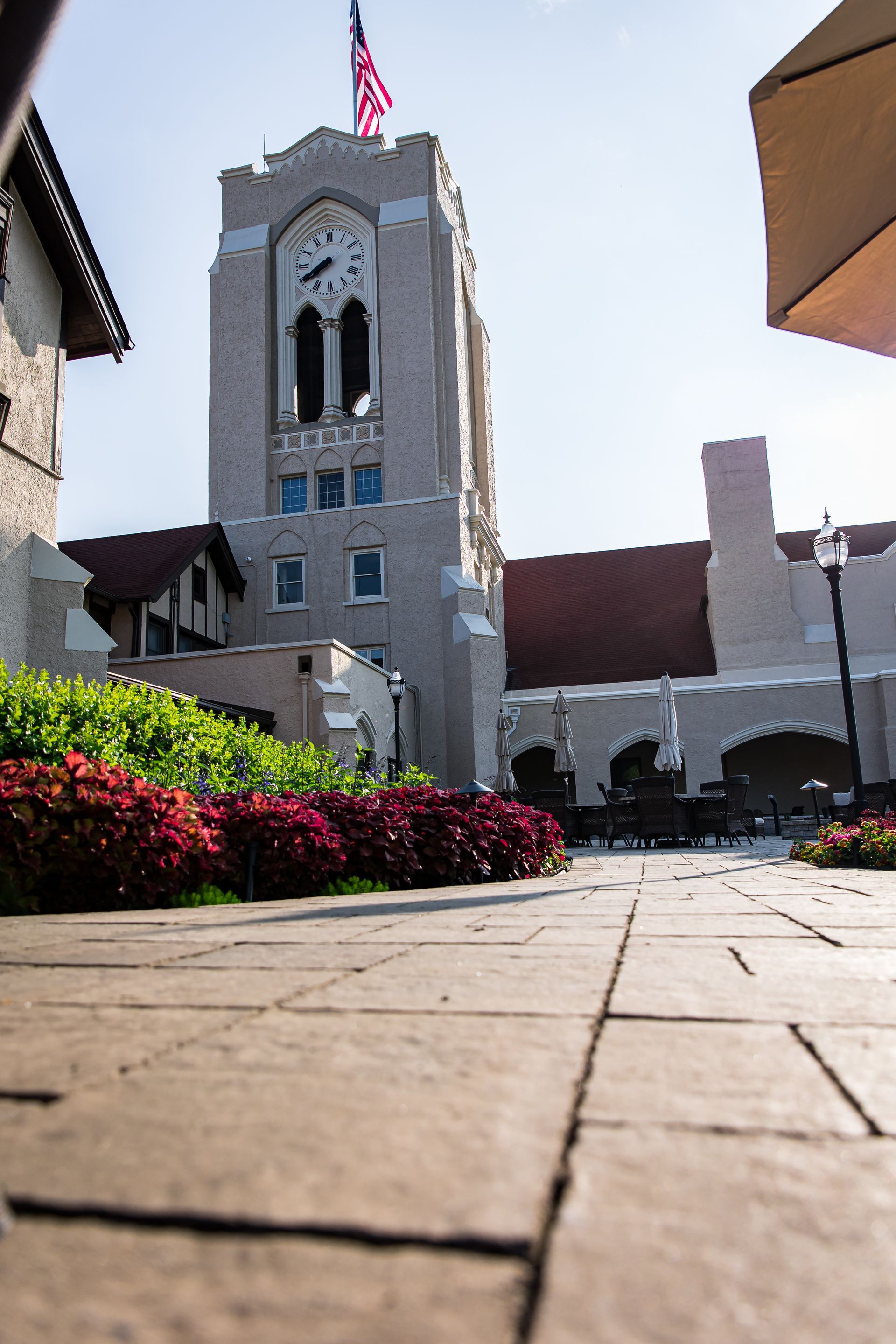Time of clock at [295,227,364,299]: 7:40
